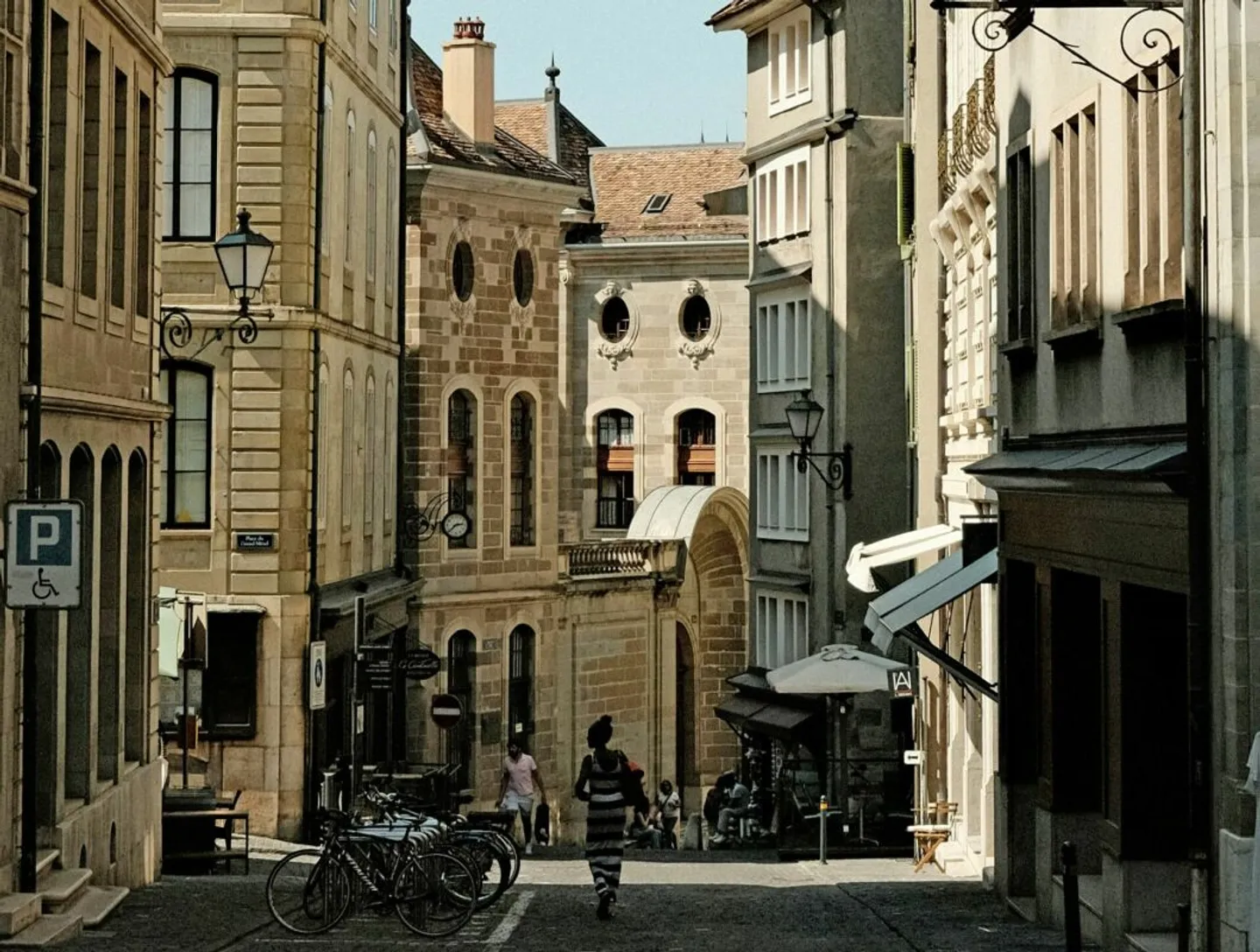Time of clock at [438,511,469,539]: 2:38
